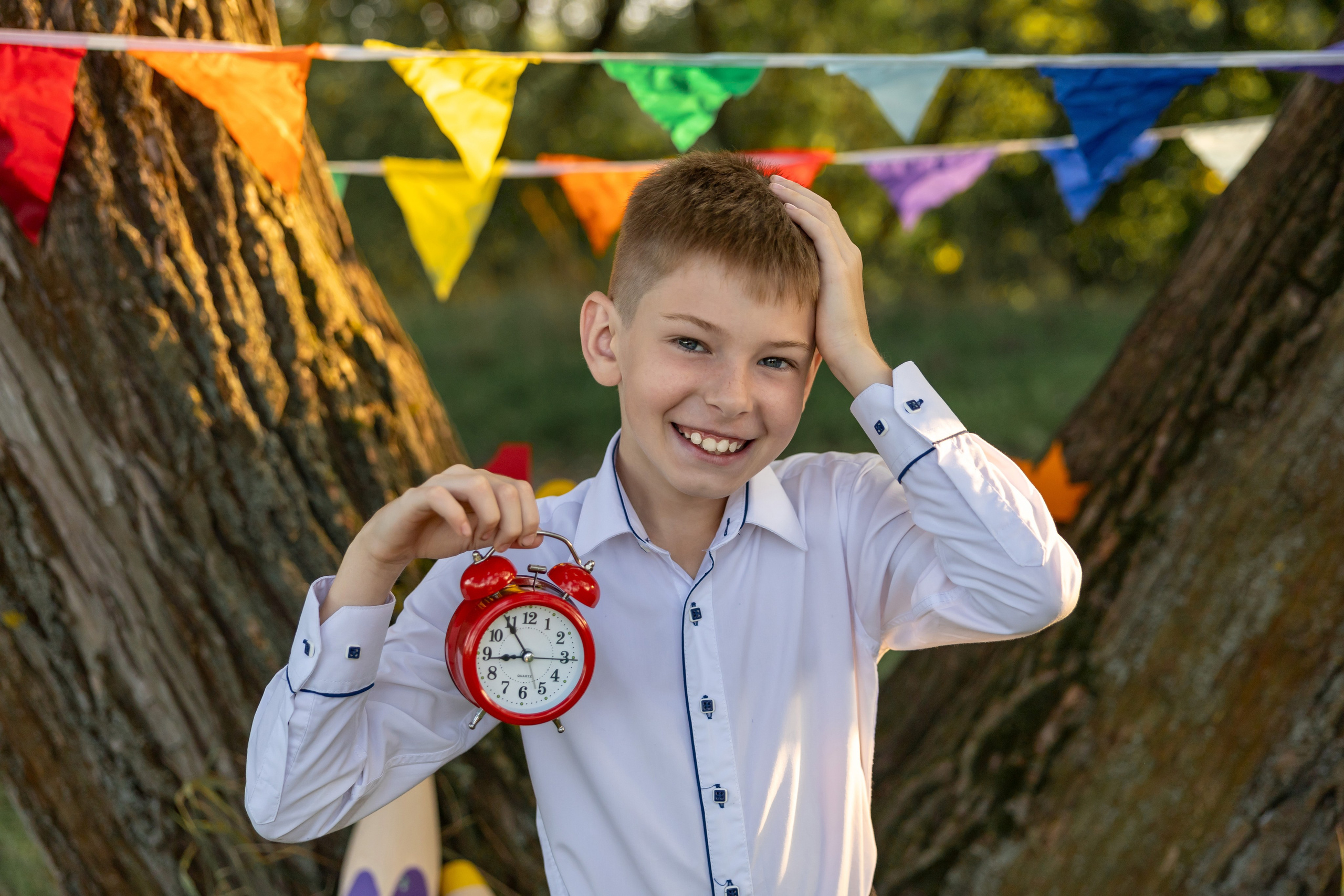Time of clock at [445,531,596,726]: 8:54
